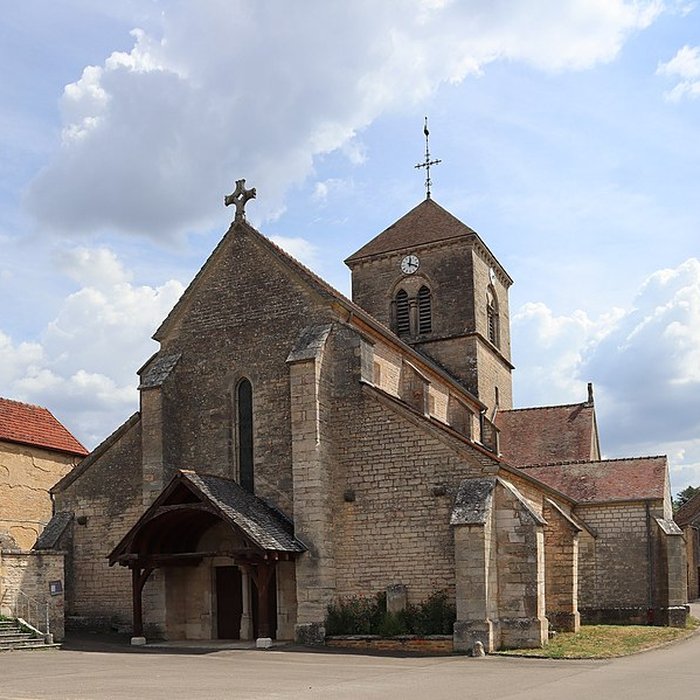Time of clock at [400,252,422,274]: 12:18
